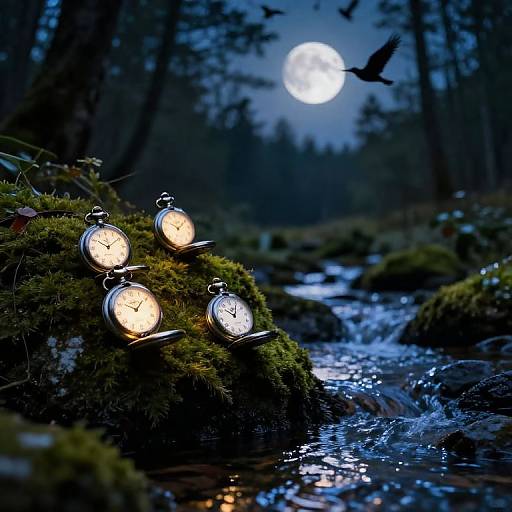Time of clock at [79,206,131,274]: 10:09
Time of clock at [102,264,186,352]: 10:07
